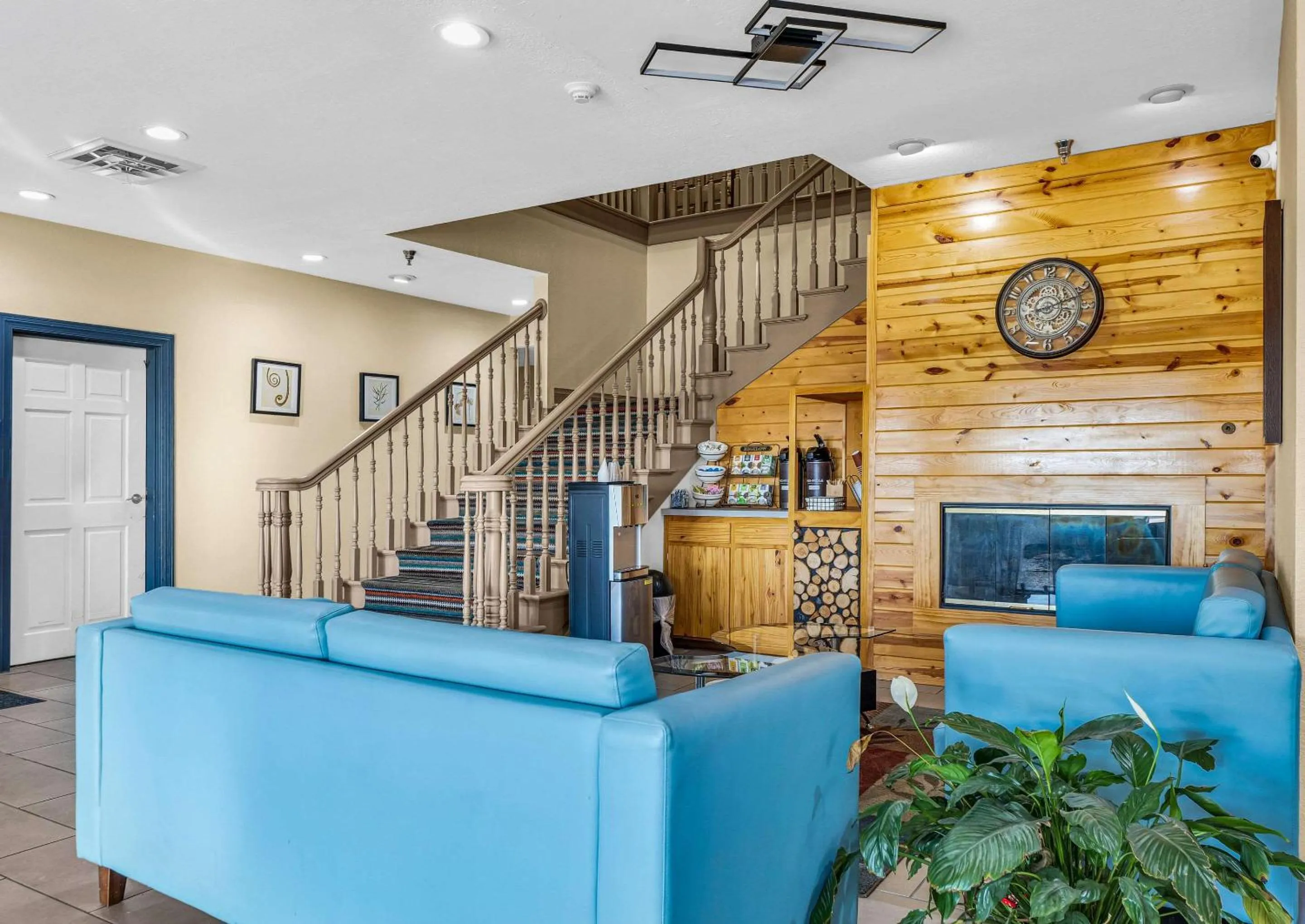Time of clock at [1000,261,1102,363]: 9:11
